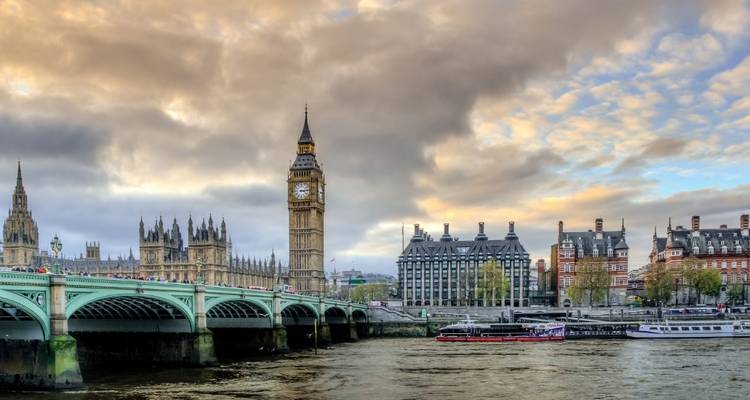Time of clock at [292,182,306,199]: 3:14
